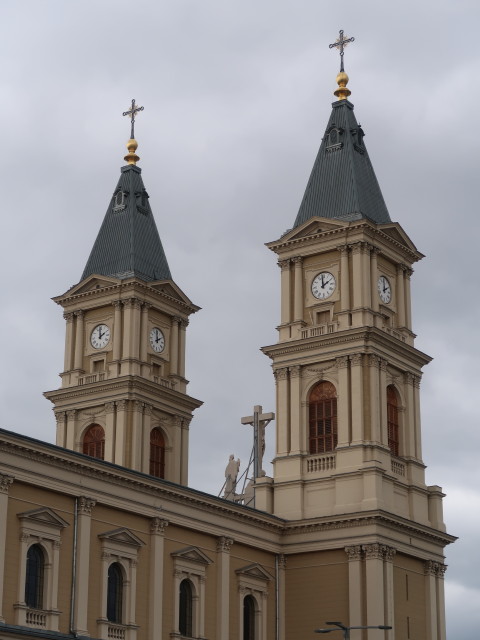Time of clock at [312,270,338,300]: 1:59
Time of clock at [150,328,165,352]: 1:59
